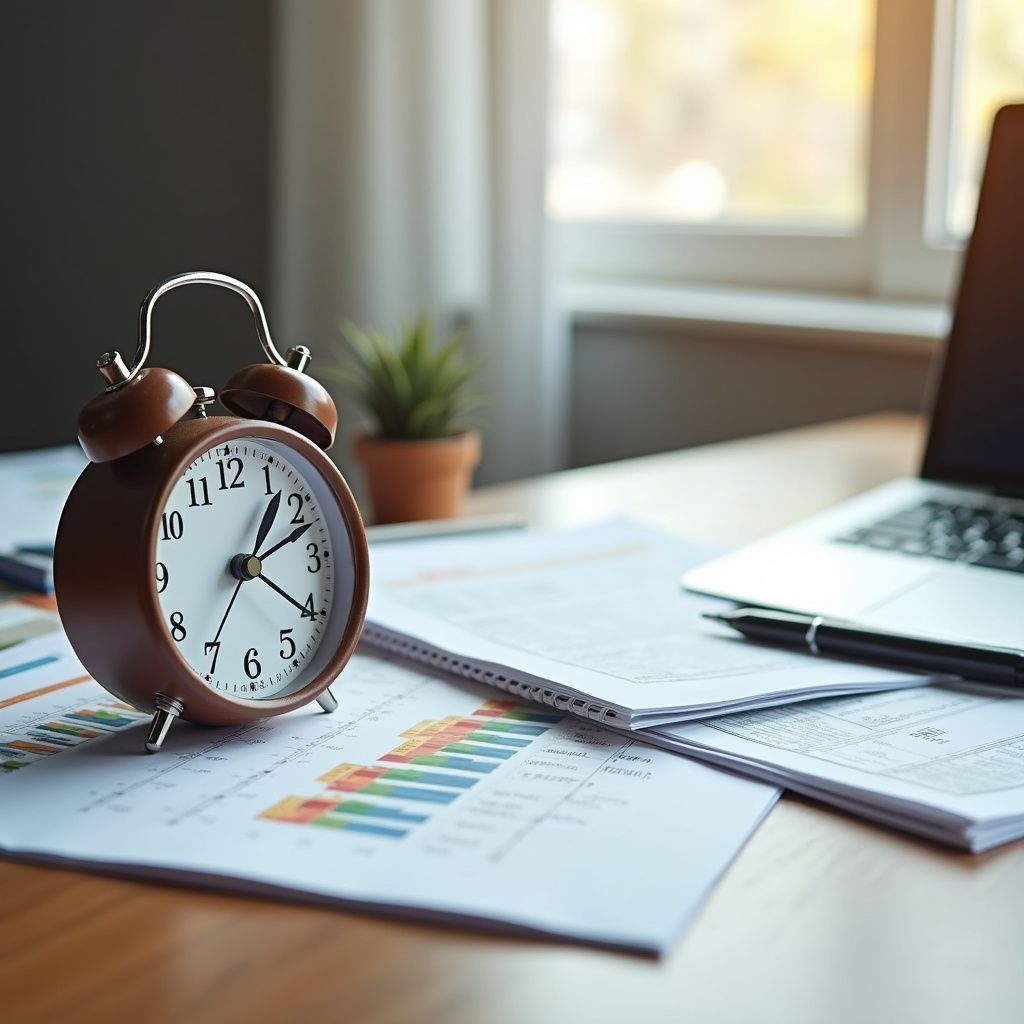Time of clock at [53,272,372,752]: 1:20
